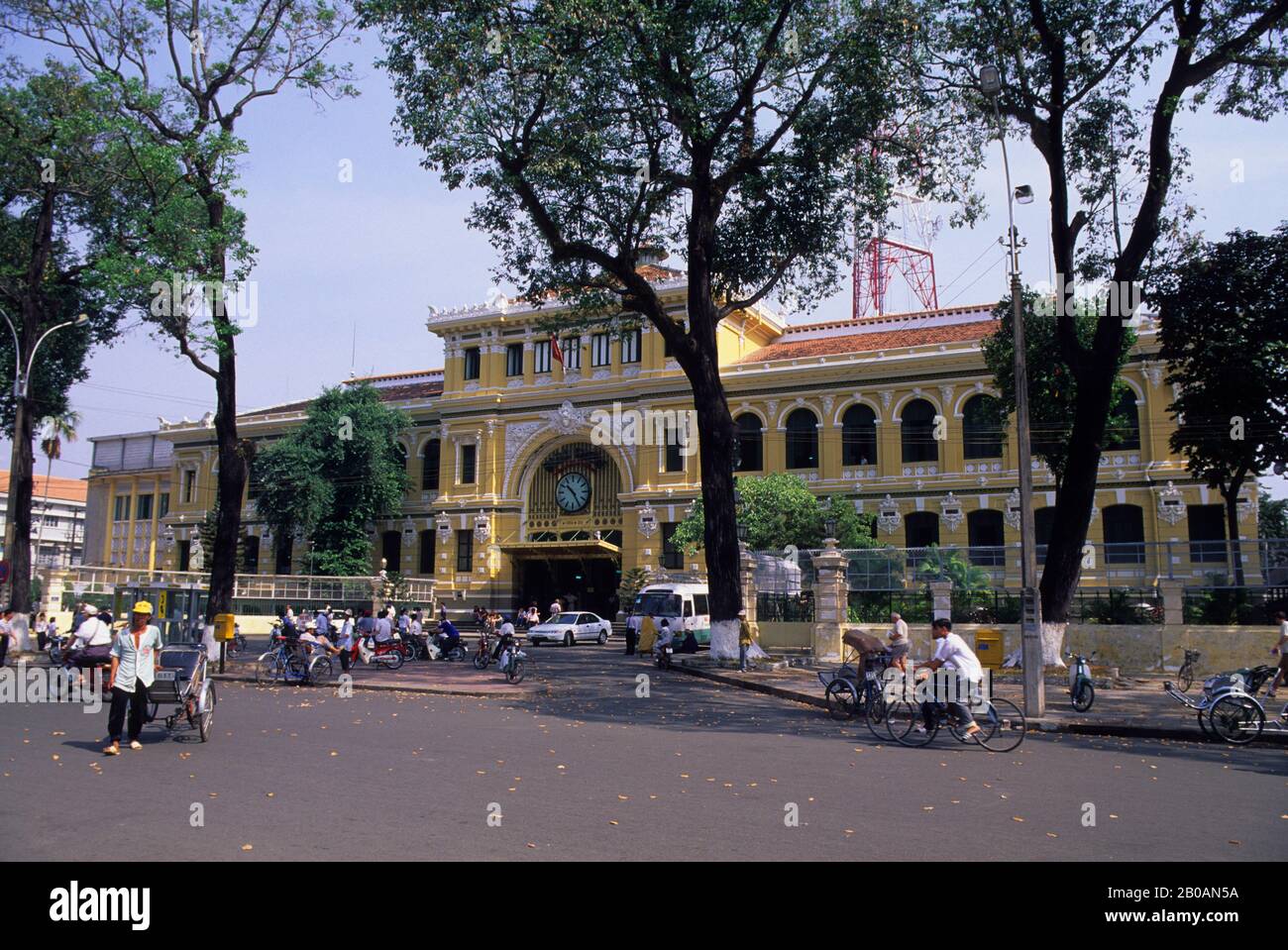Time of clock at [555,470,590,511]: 10:24
